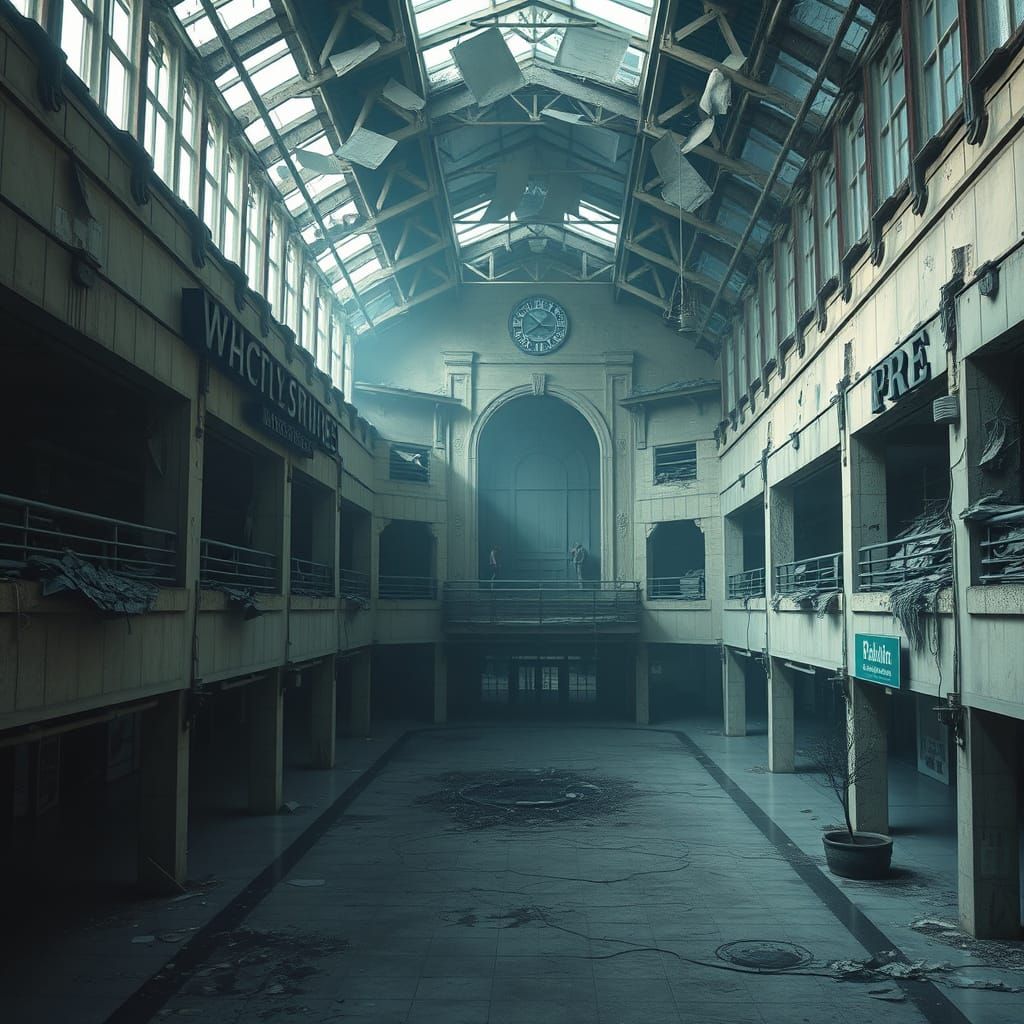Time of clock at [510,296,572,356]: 7:52
